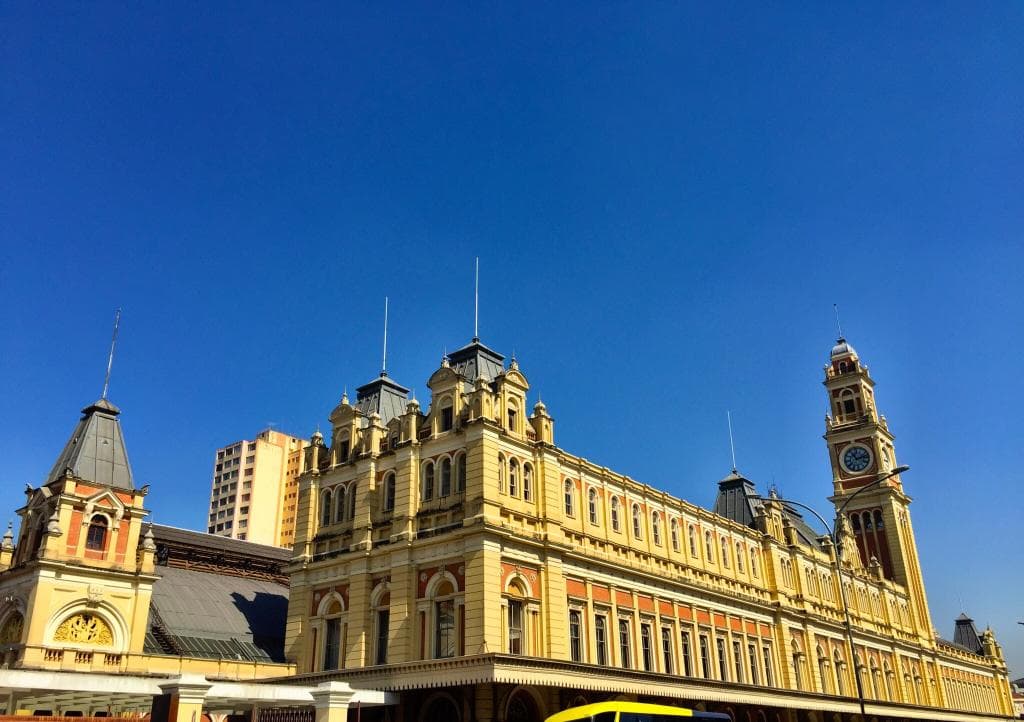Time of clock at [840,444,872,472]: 11:12
